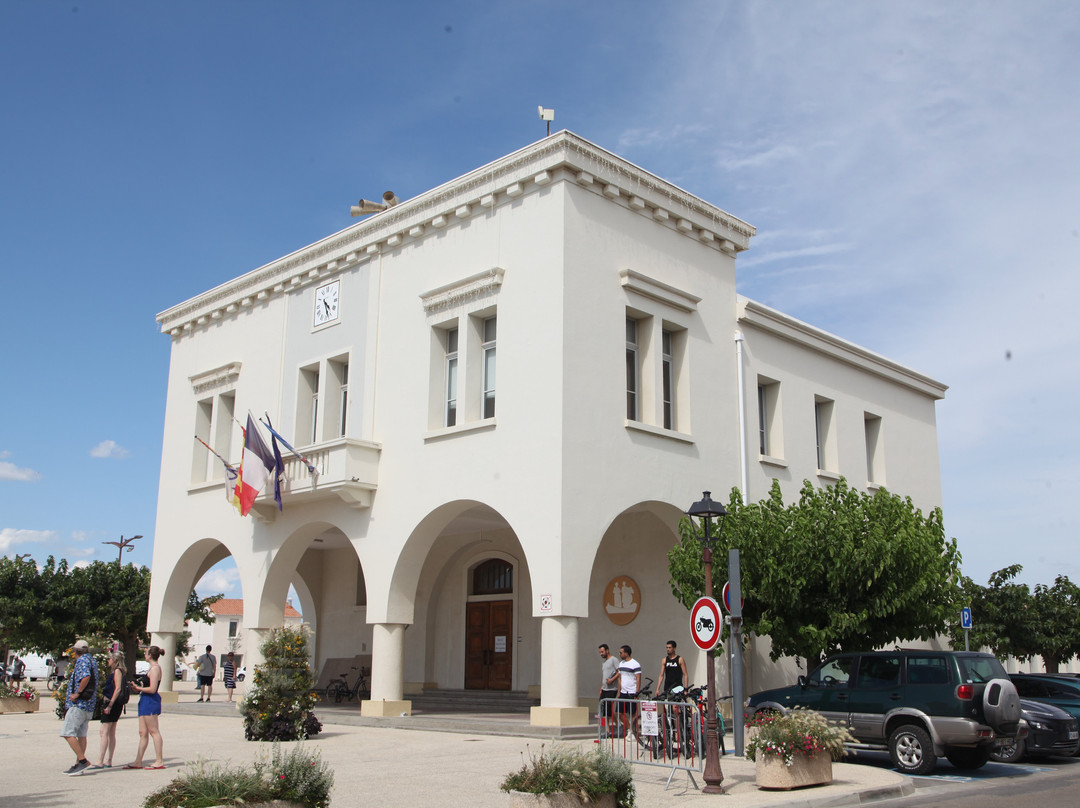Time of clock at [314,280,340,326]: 4:27
